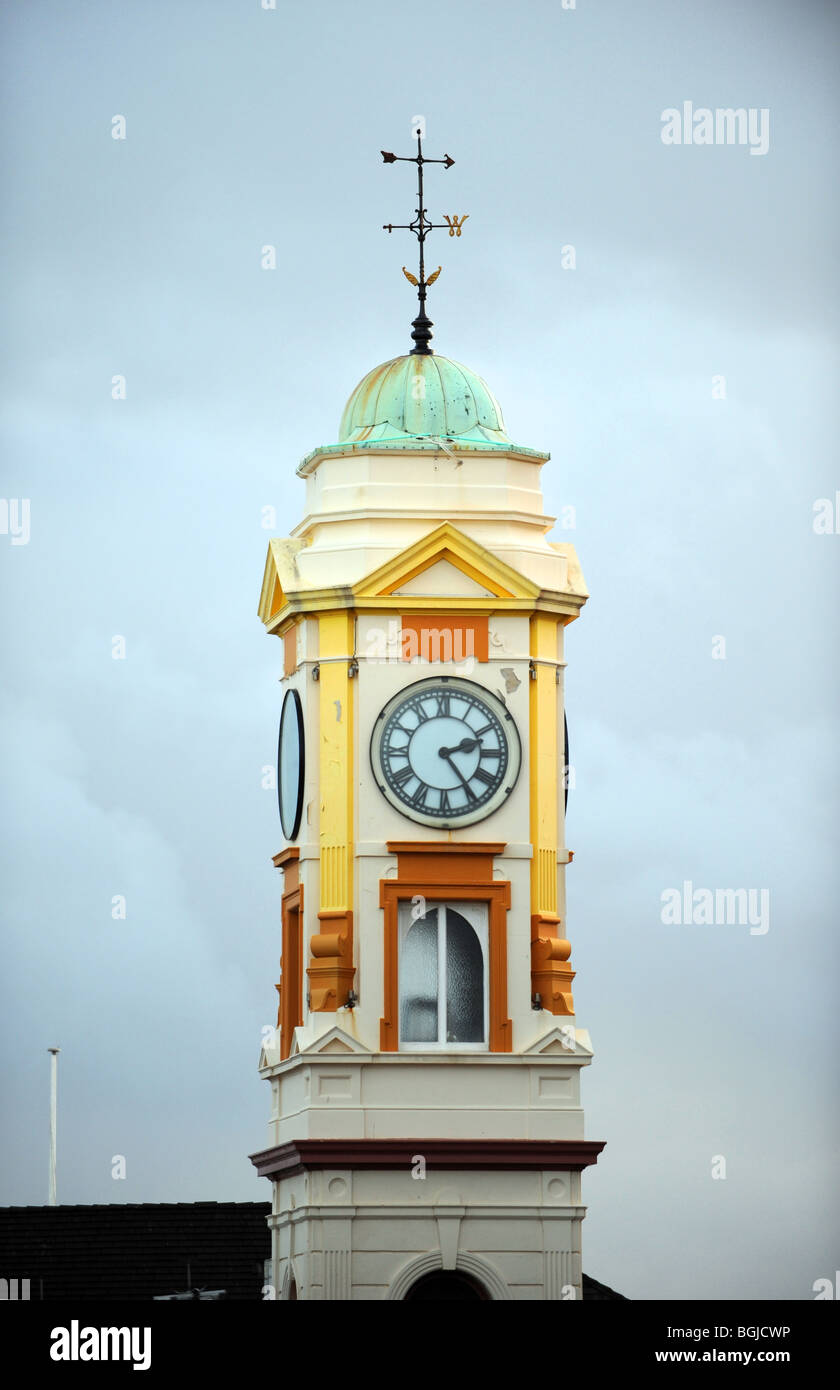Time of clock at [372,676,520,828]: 2:24
